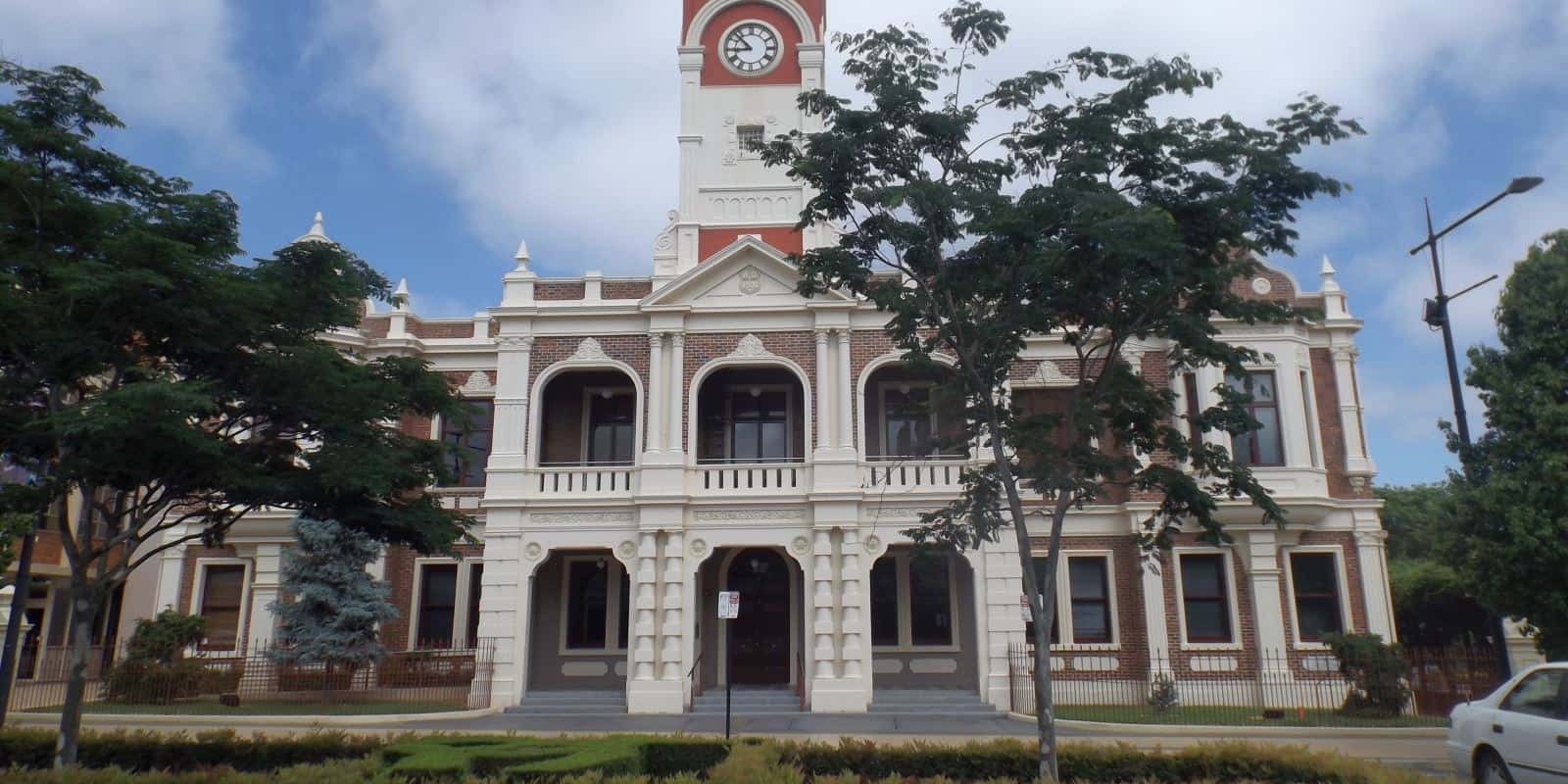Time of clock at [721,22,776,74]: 8:52
